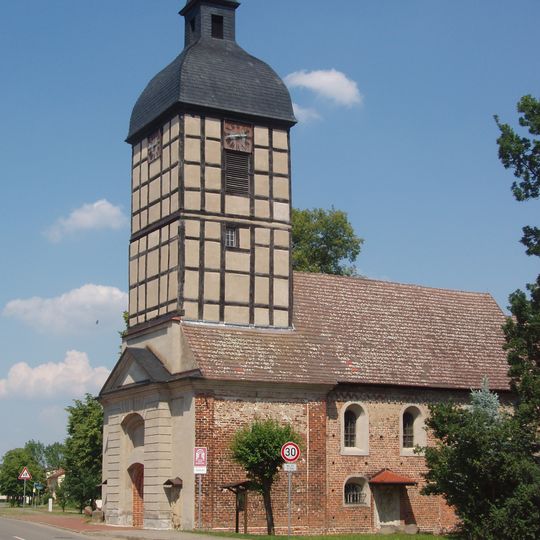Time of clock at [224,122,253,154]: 8:12
